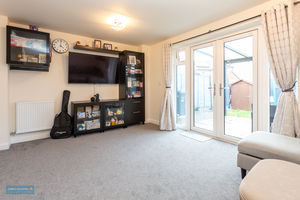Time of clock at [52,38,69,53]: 4:00
